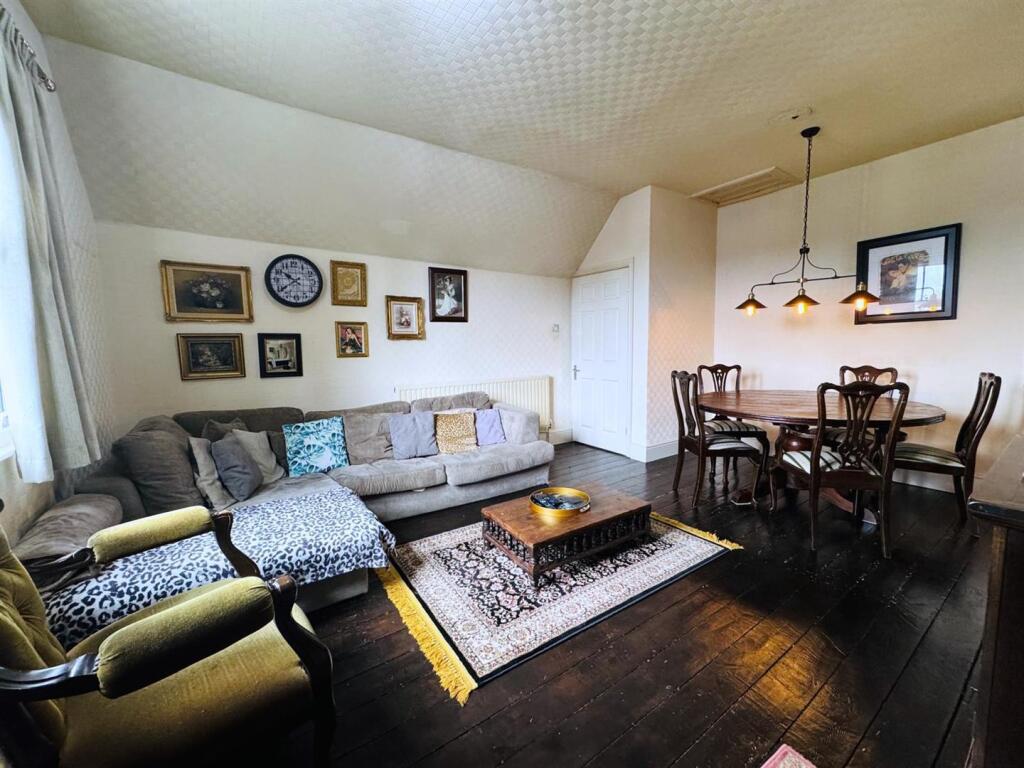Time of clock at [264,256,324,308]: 10:39
